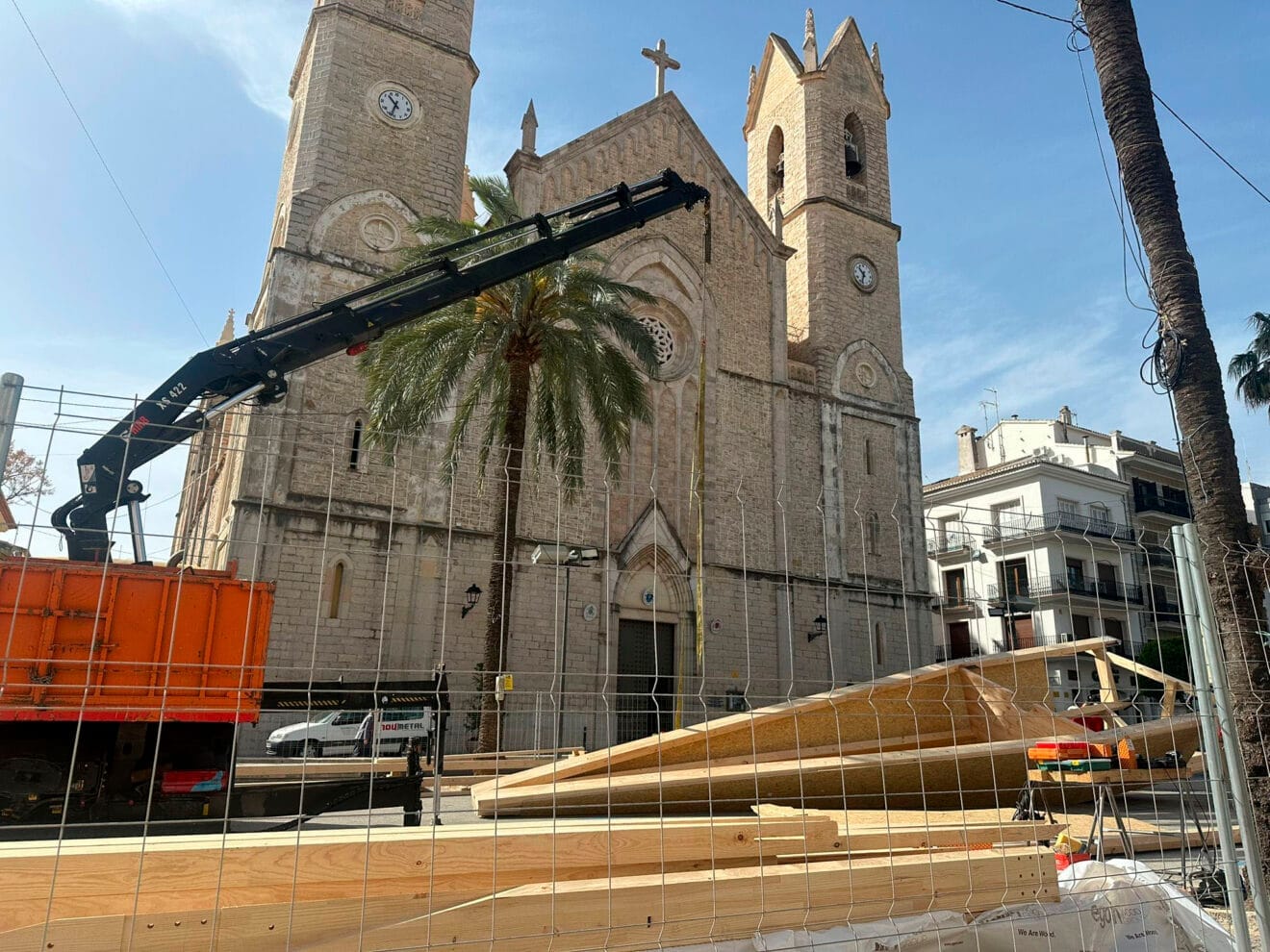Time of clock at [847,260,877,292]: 10:33
